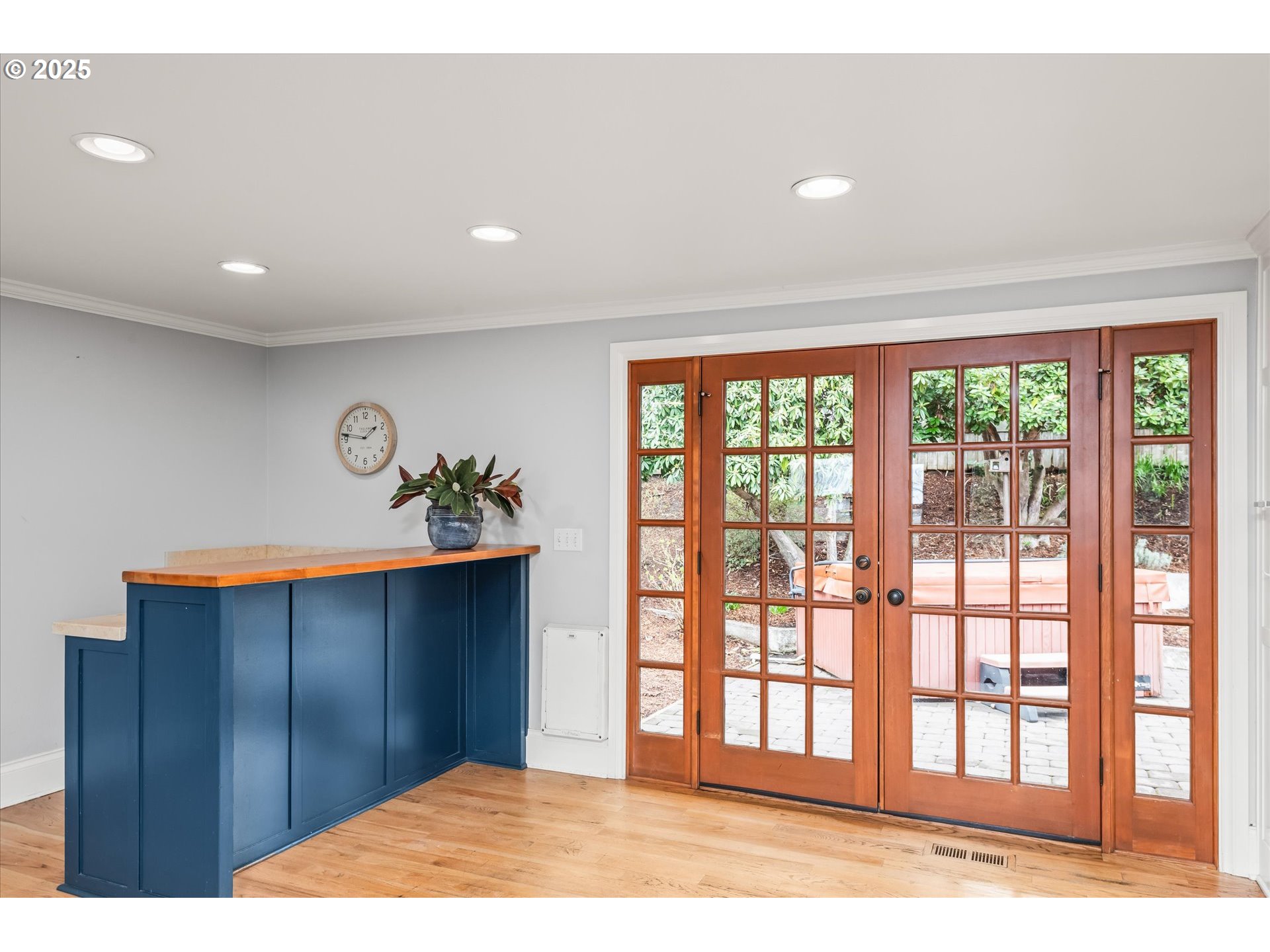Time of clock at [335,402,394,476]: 1:46
